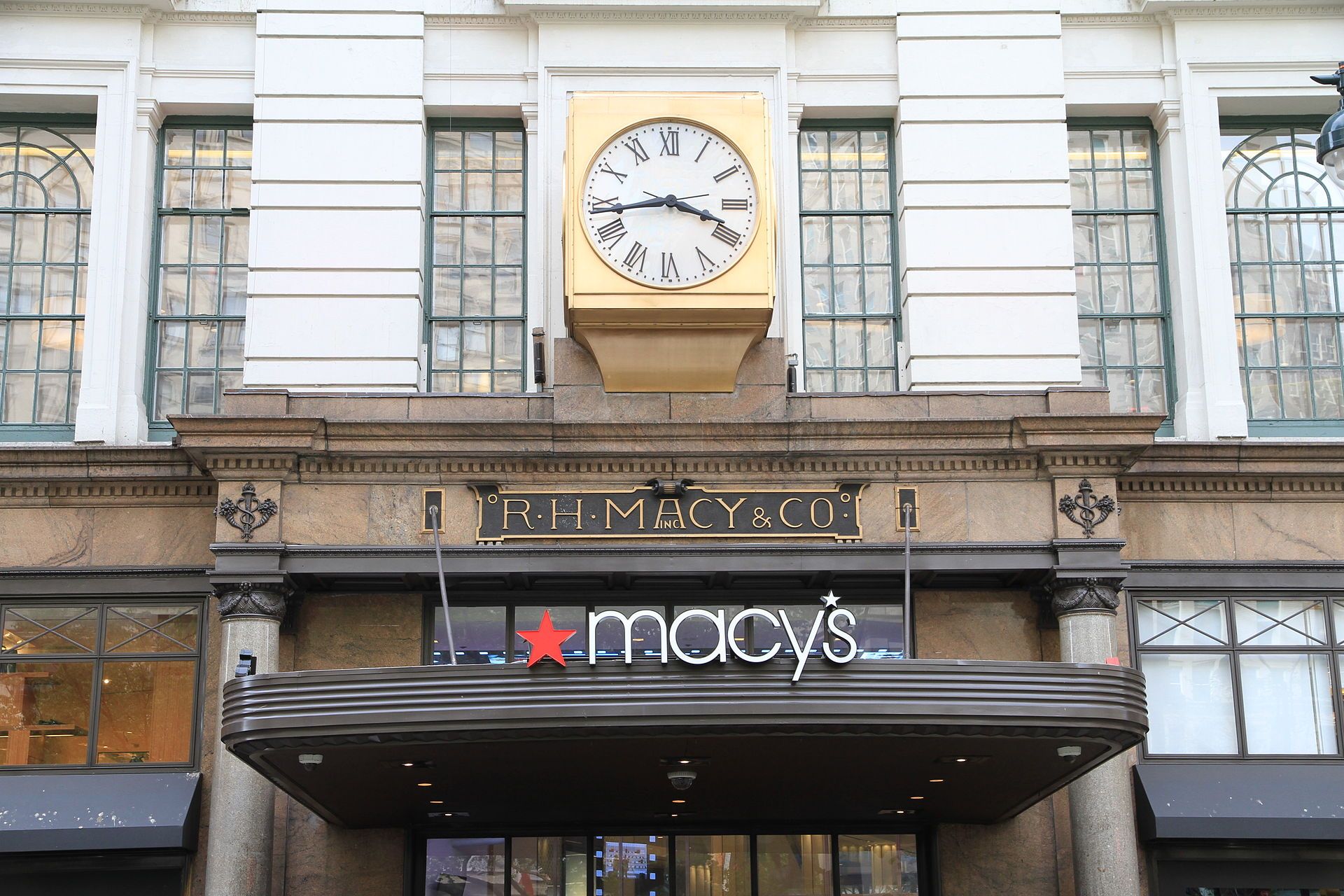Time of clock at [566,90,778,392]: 3:43
